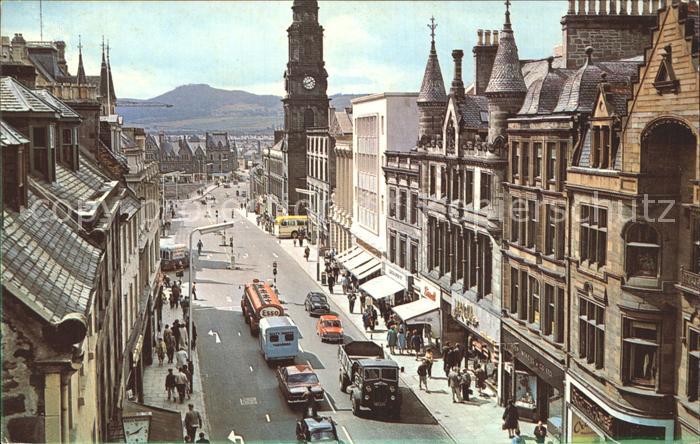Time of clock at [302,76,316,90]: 1:42
